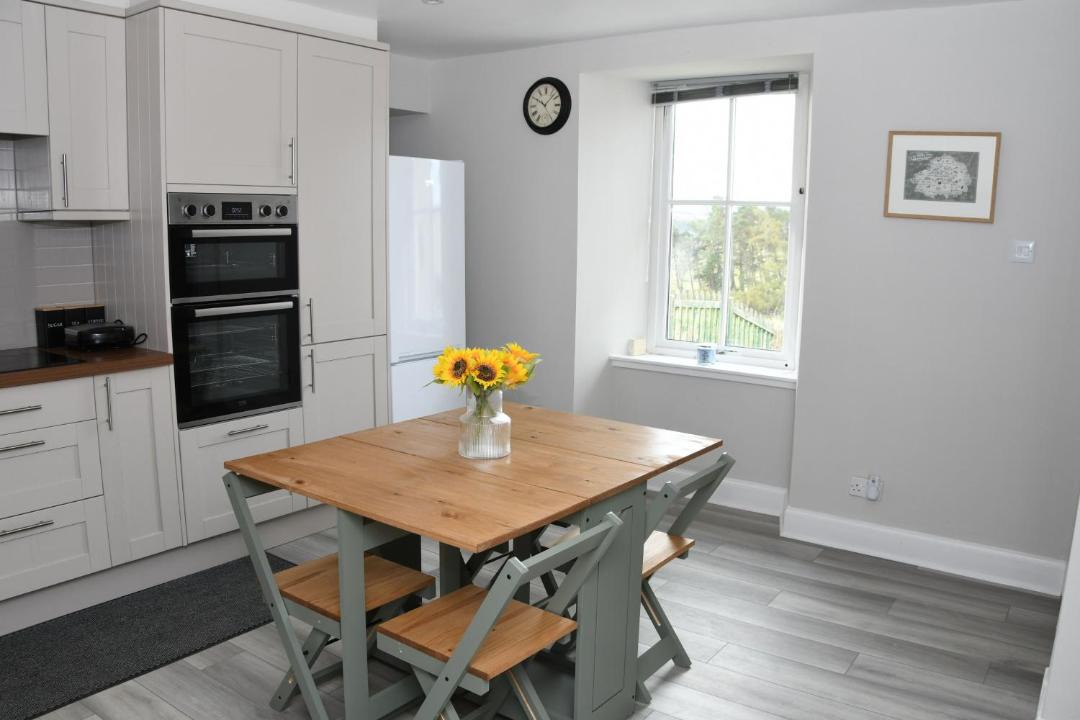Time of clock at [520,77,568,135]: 10:07
